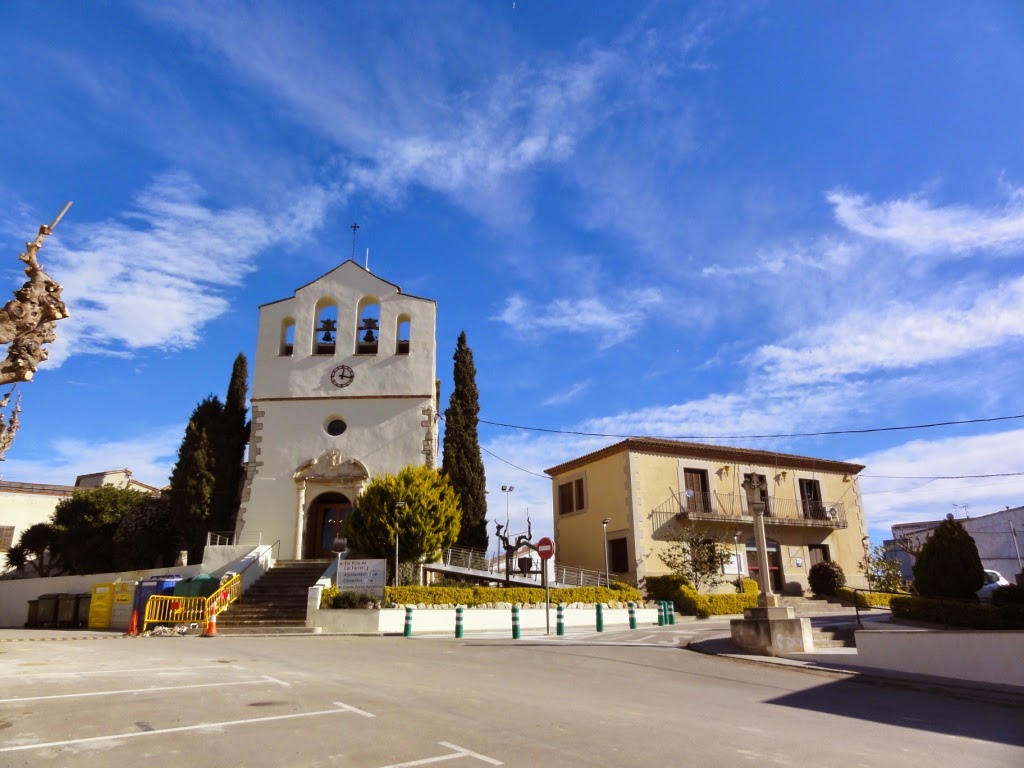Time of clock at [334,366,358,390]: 12:16
